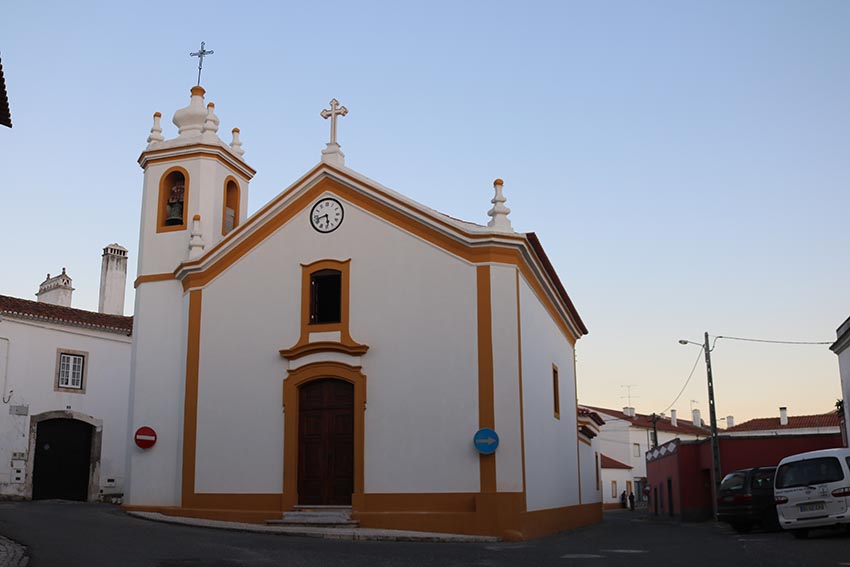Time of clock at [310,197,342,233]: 5:42
